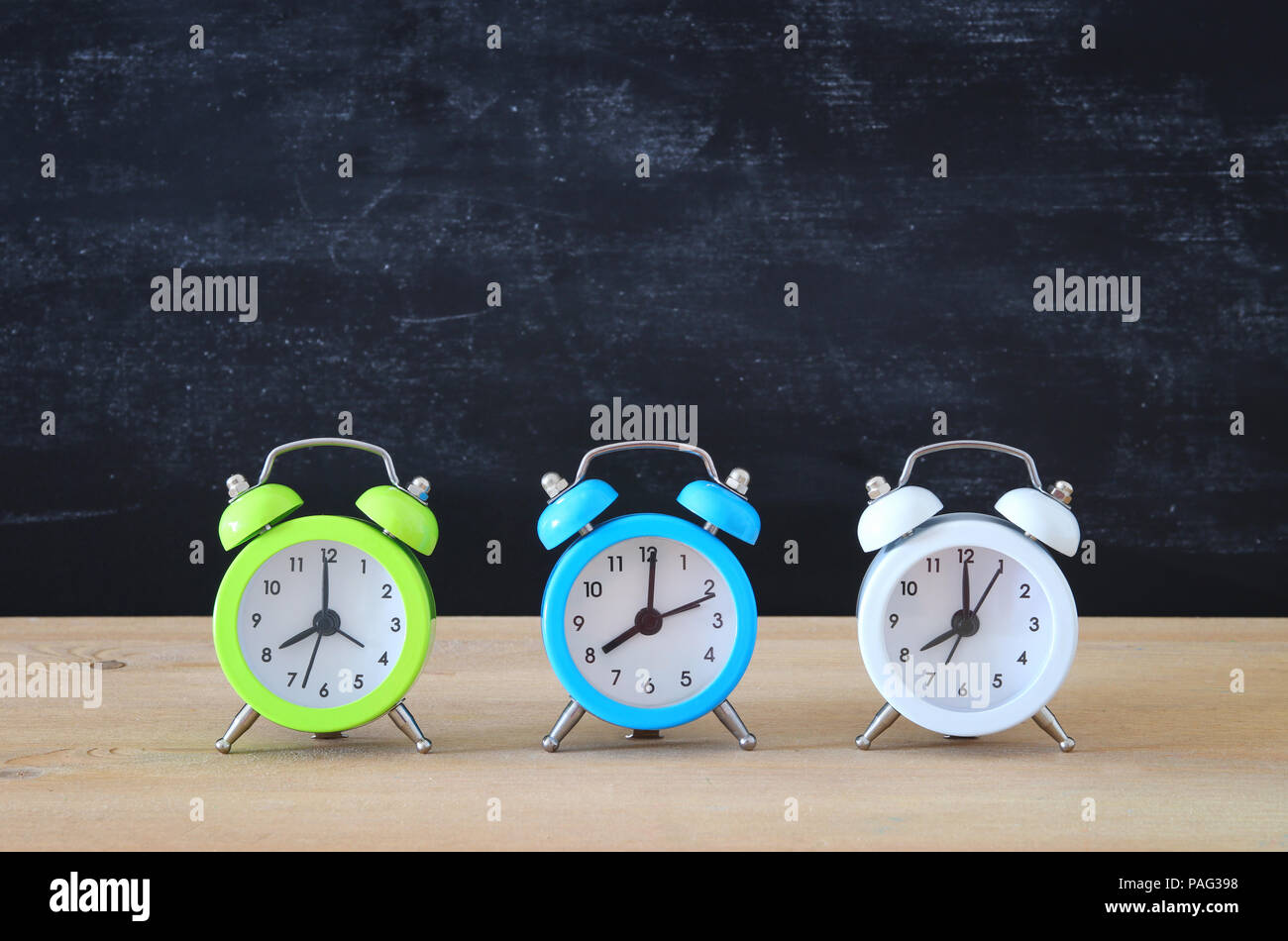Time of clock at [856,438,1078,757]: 8:00
